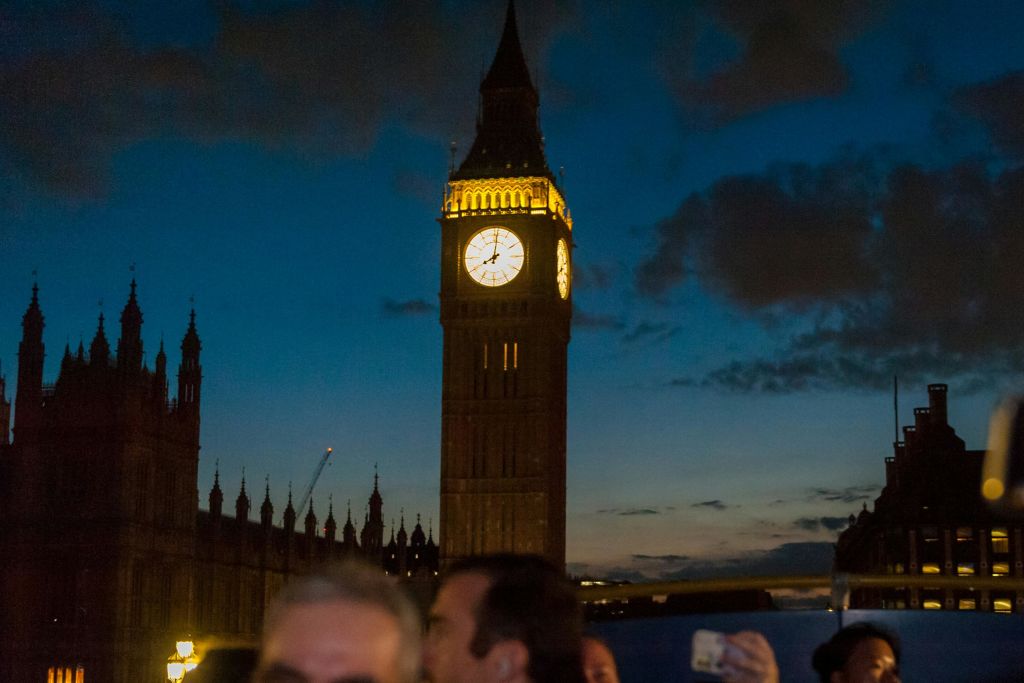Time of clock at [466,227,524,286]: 8:01
